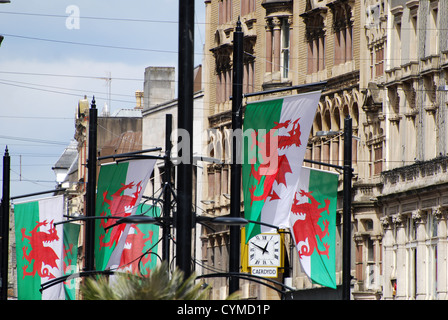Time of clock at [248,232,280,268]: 12:49
